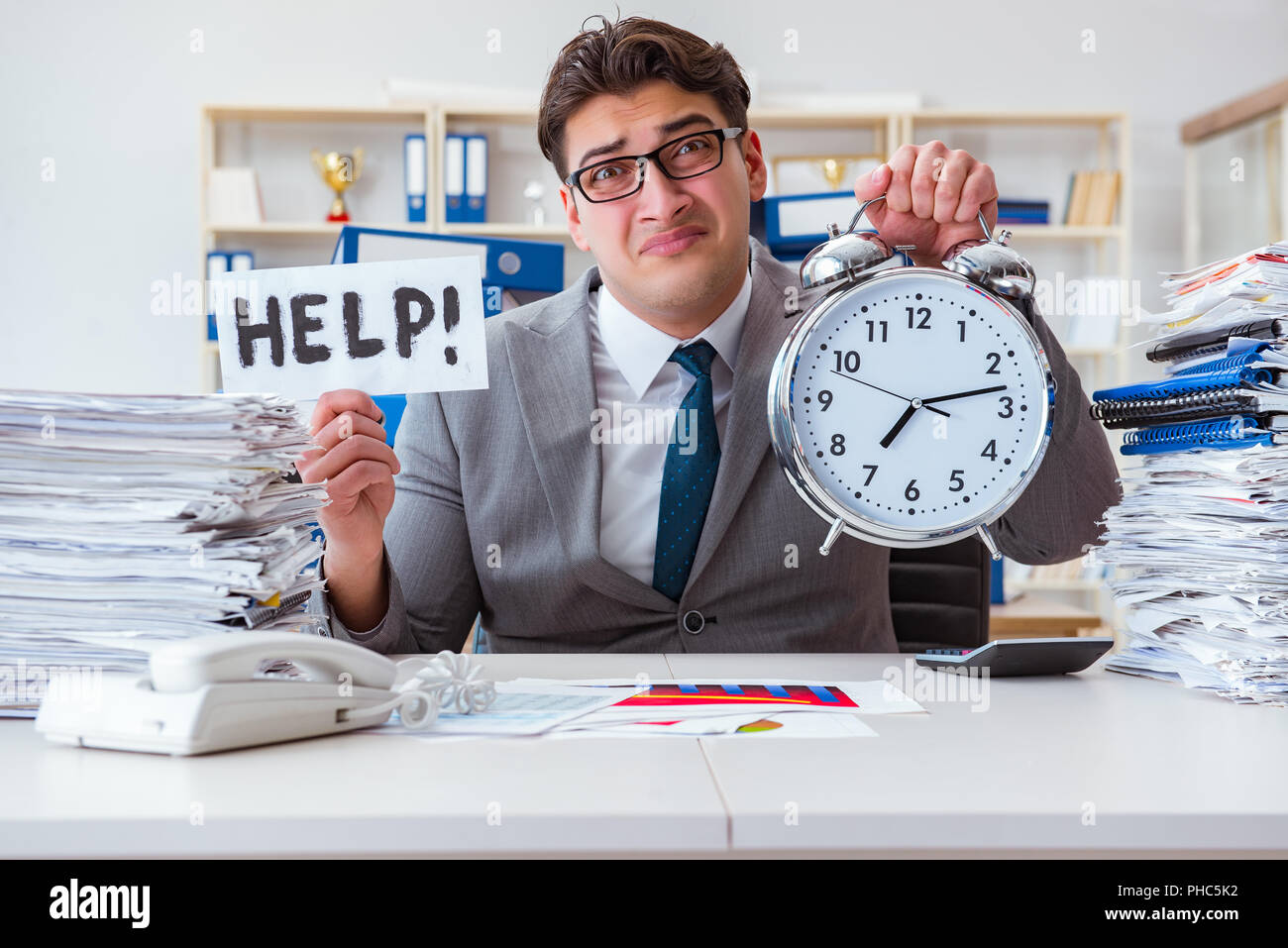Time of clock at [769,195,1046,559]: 7:13
